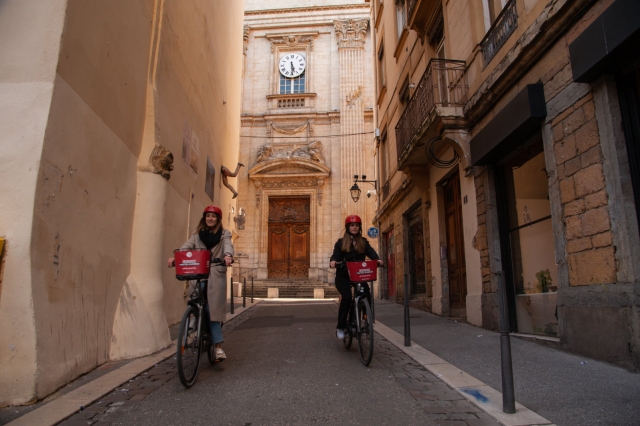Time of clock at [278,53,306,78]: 5:29
